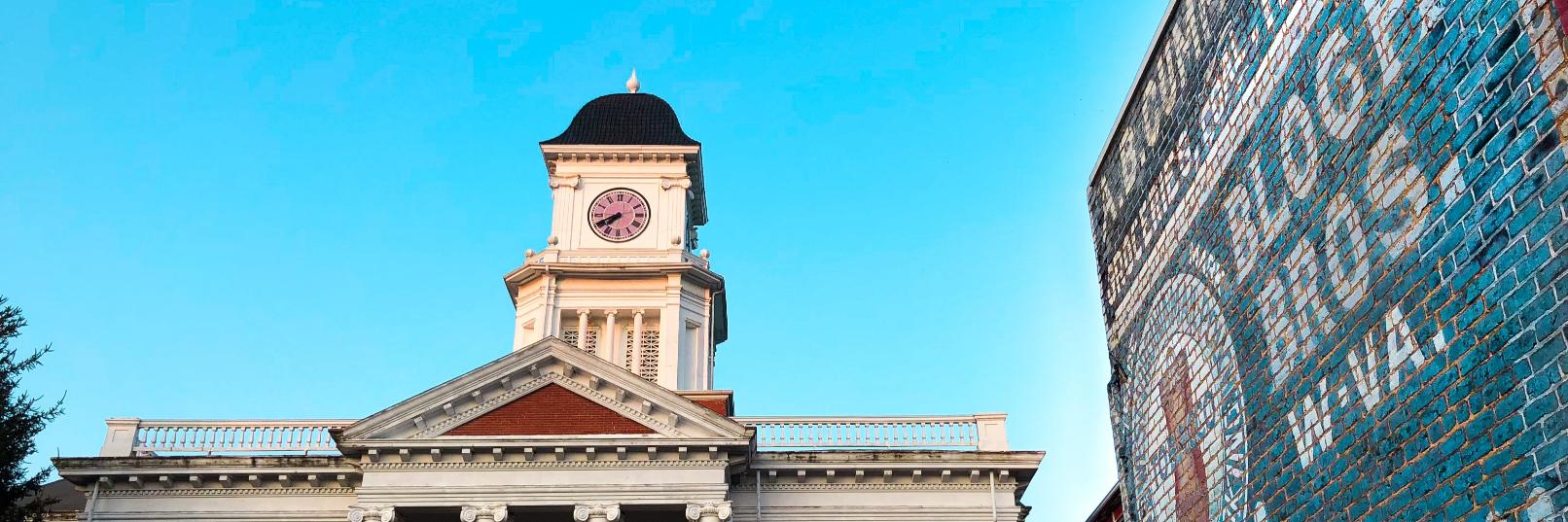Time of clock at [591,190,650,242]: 7:41
